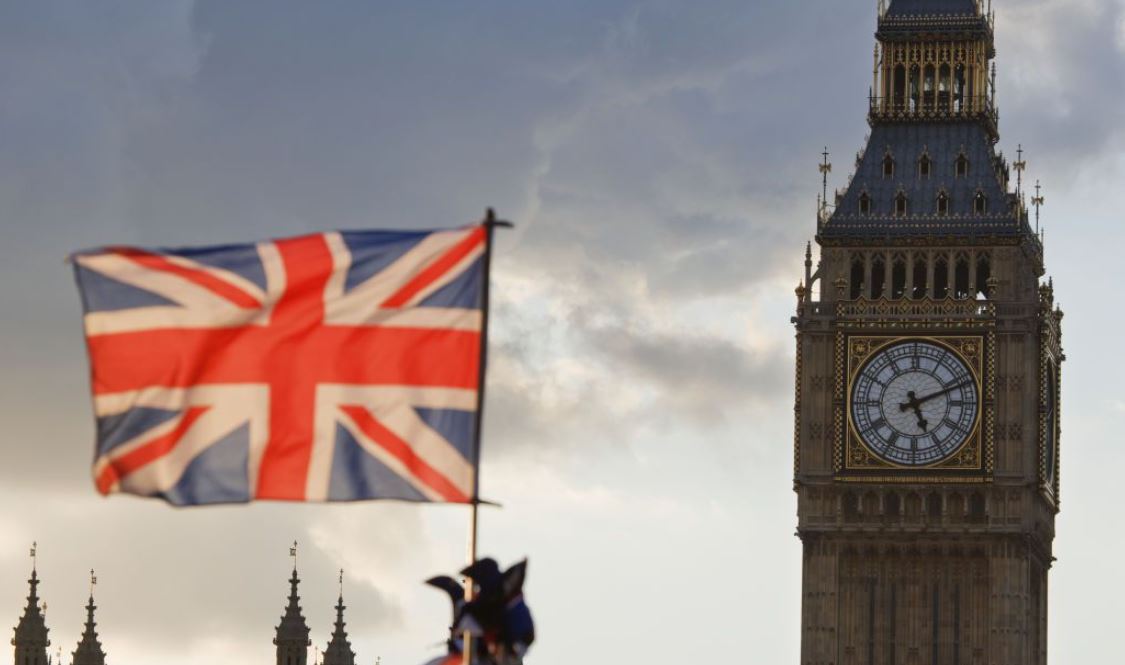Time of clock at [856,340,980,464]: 5:11
